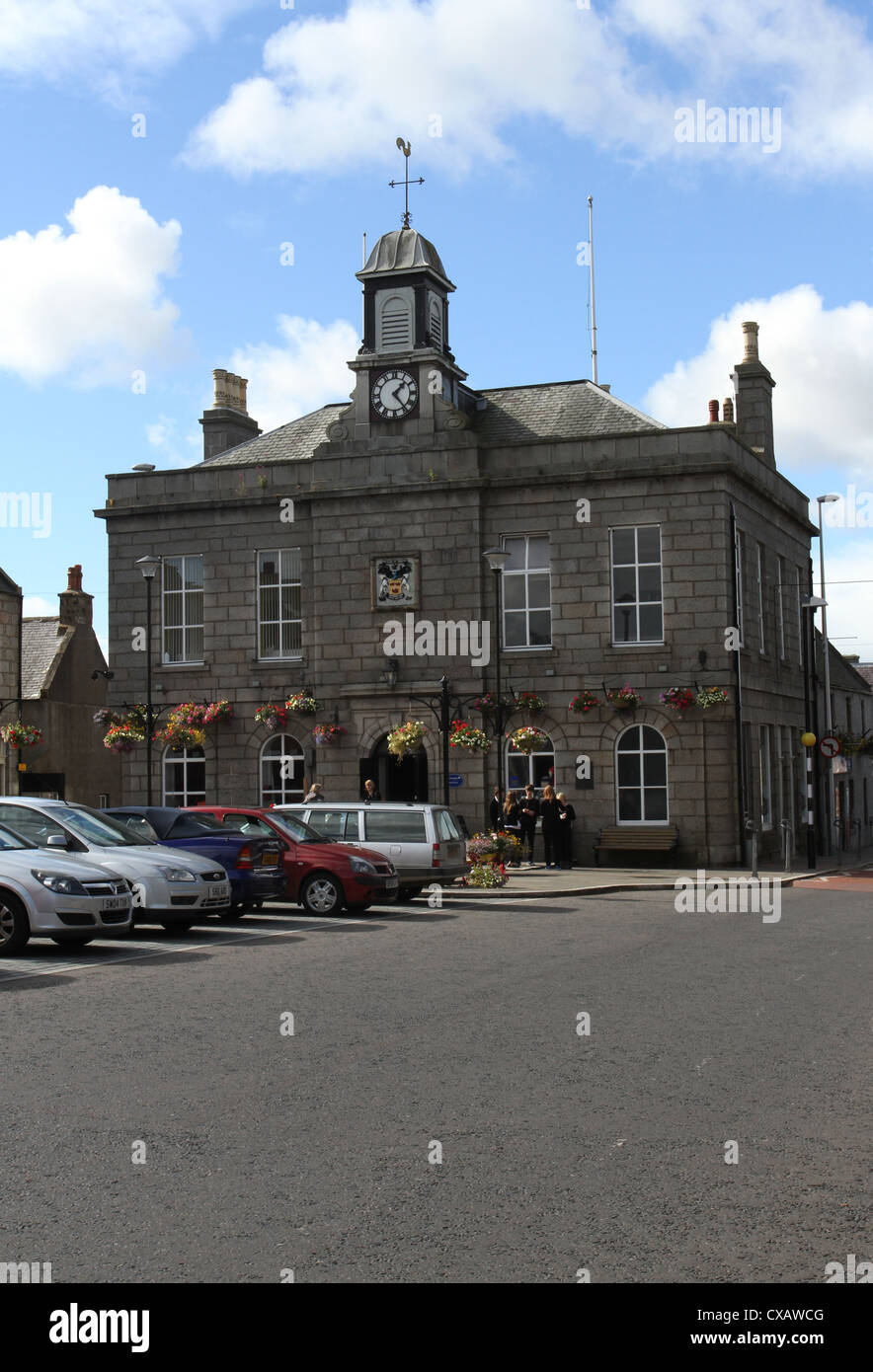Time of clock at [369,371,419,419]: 1:23
